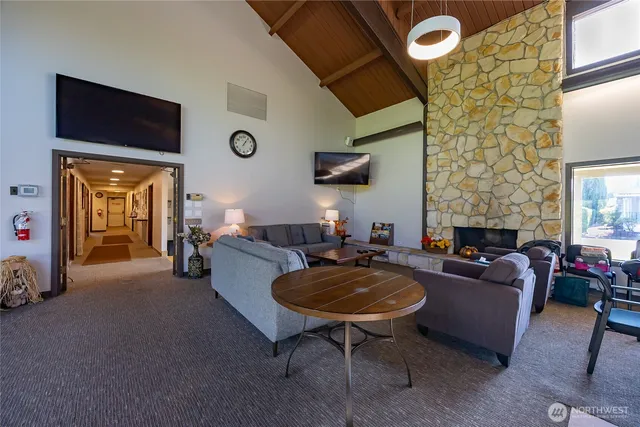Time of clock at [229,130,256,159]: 1:05
